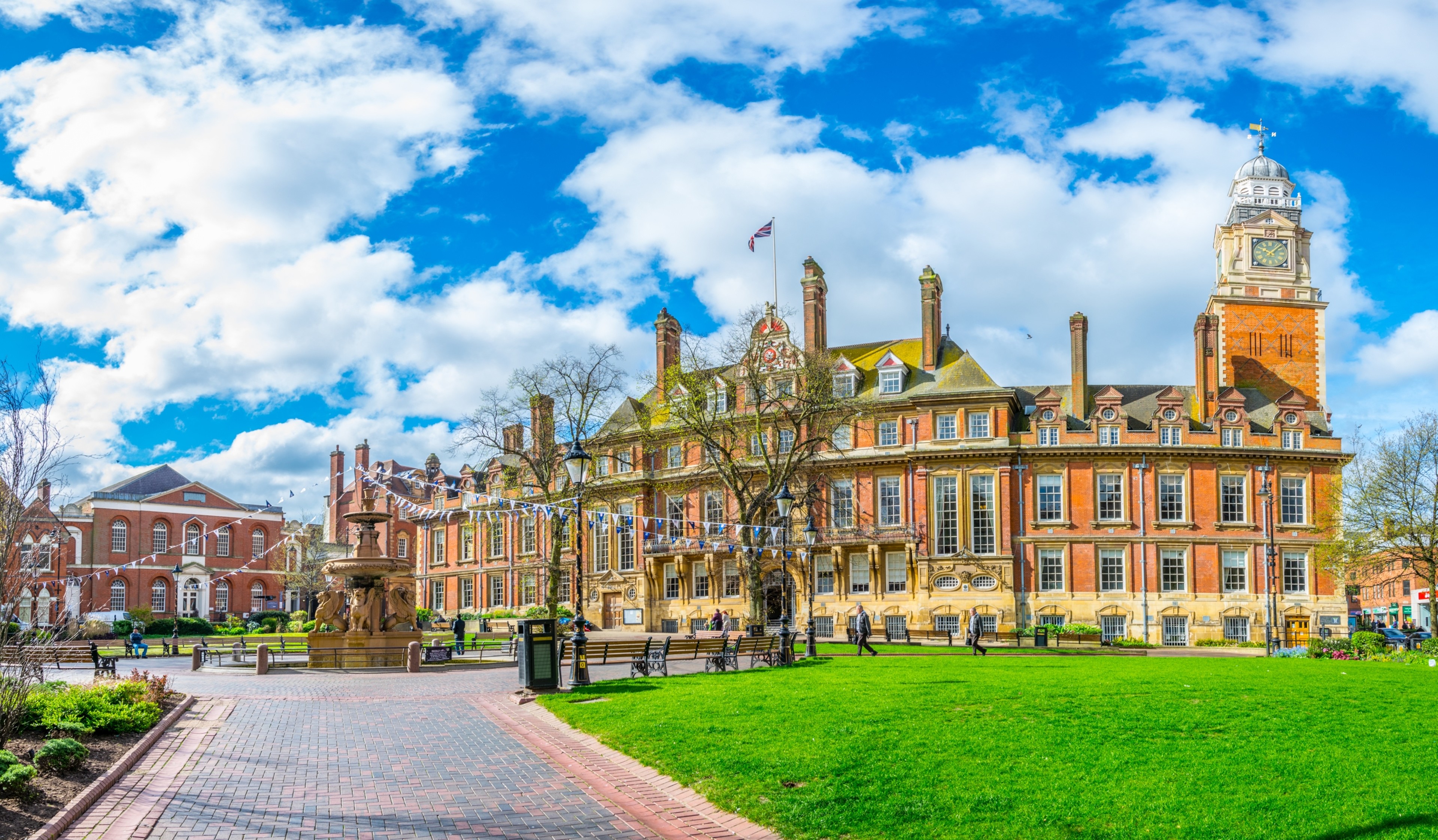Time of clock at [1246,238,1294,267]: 10:07
